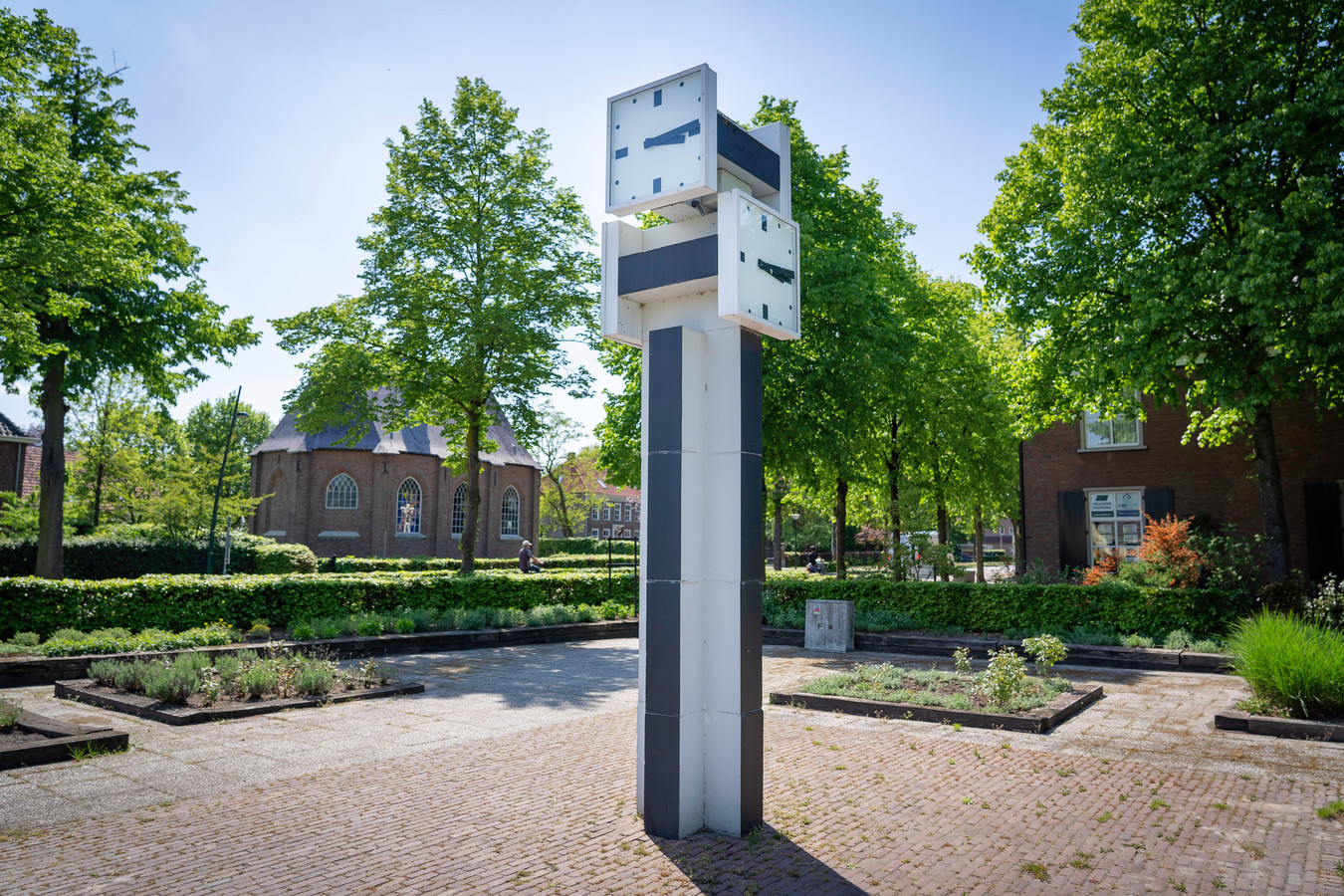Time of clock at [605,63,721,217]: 3:13
